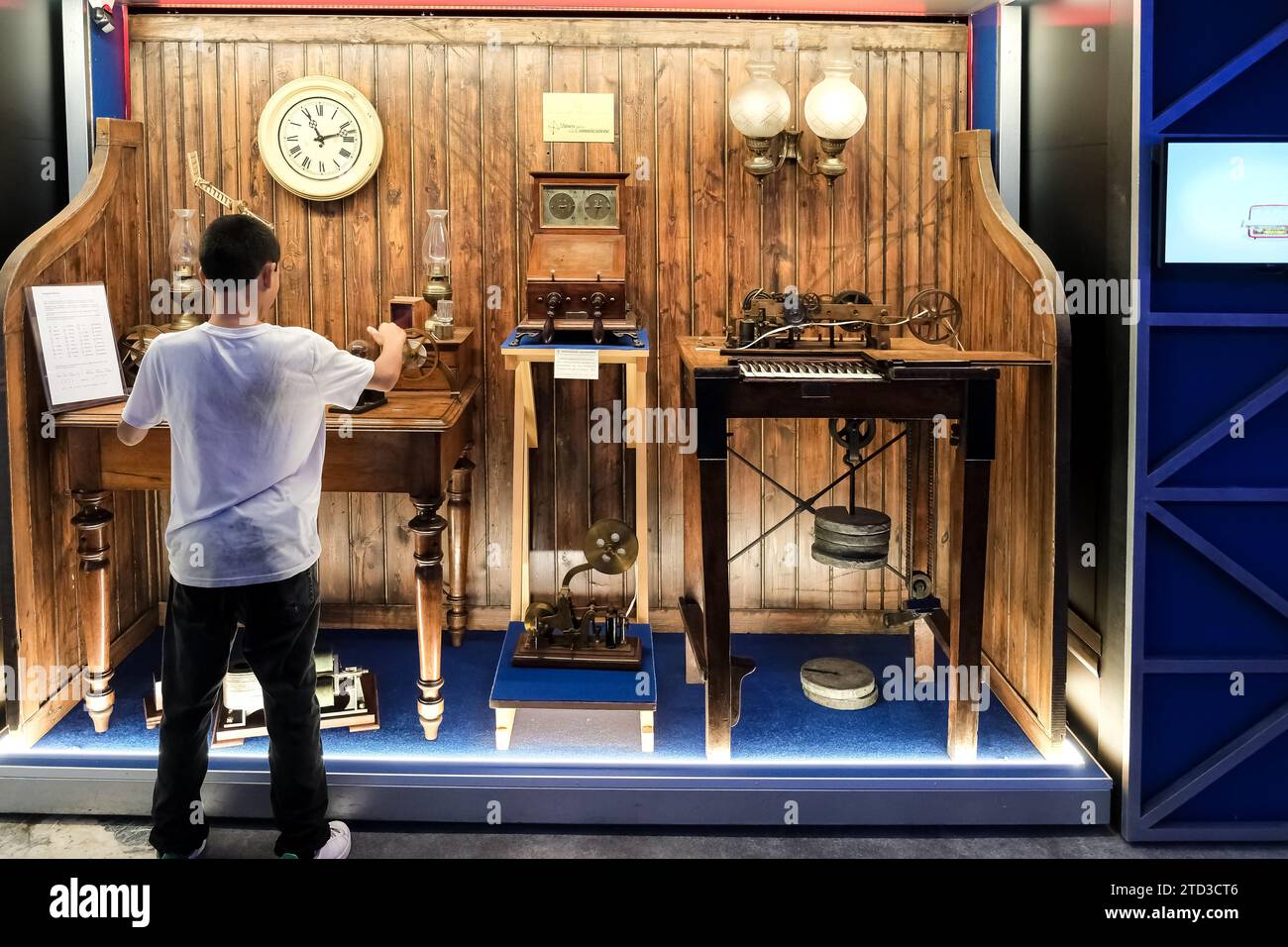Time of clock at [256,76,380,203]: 11:12
